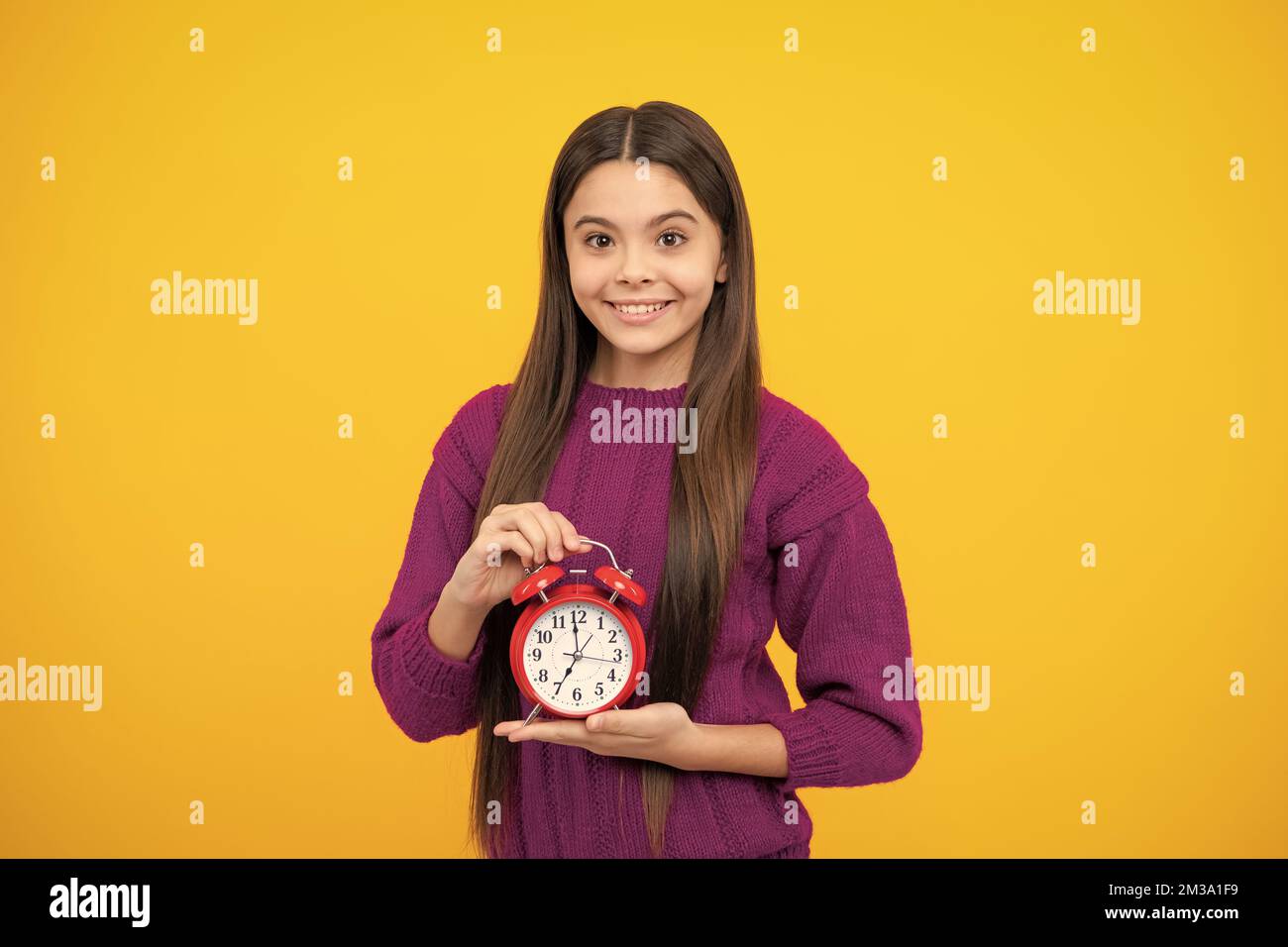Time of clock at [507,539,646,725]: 6:59
